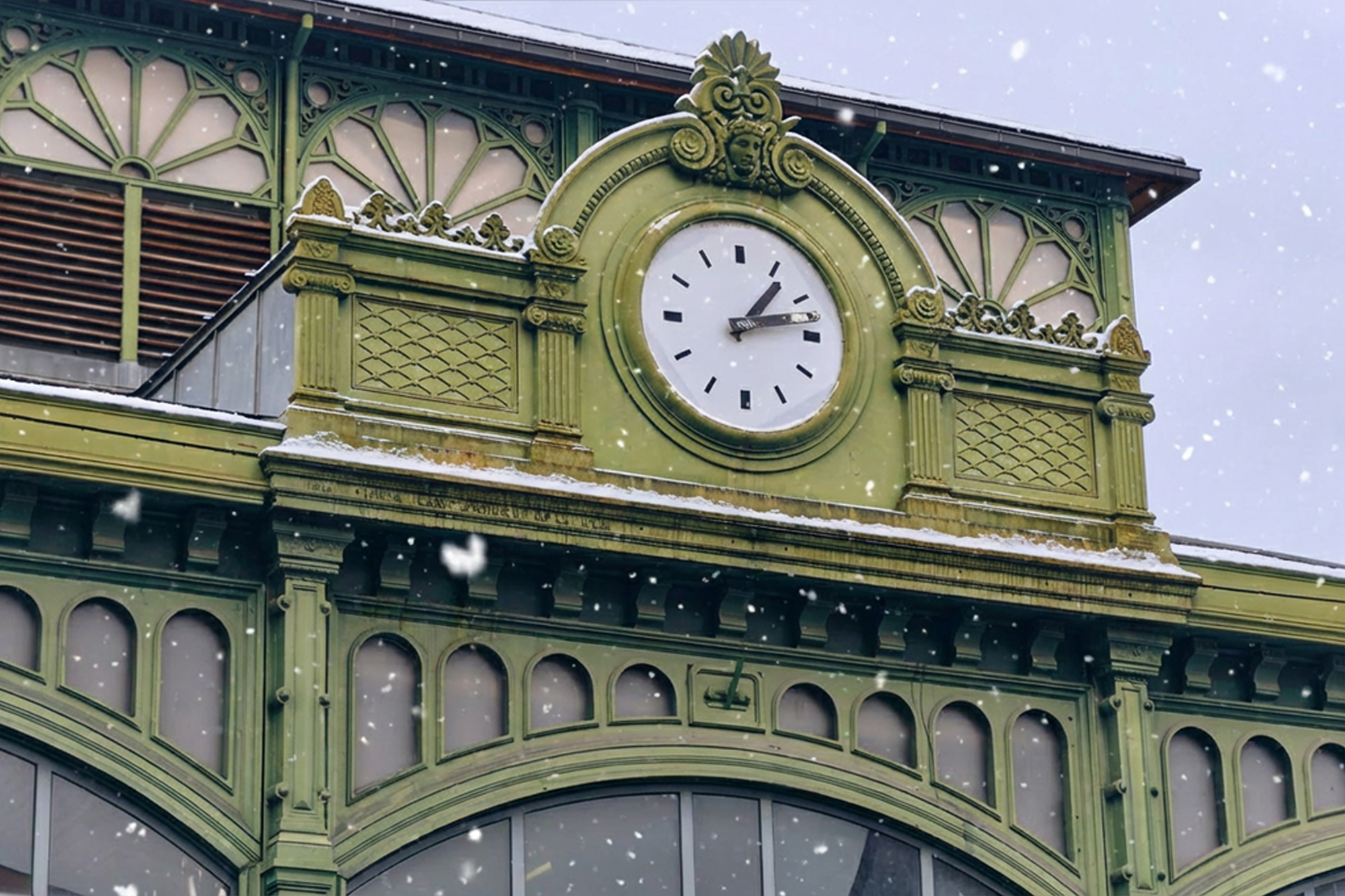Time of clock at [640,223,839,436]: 1:12
